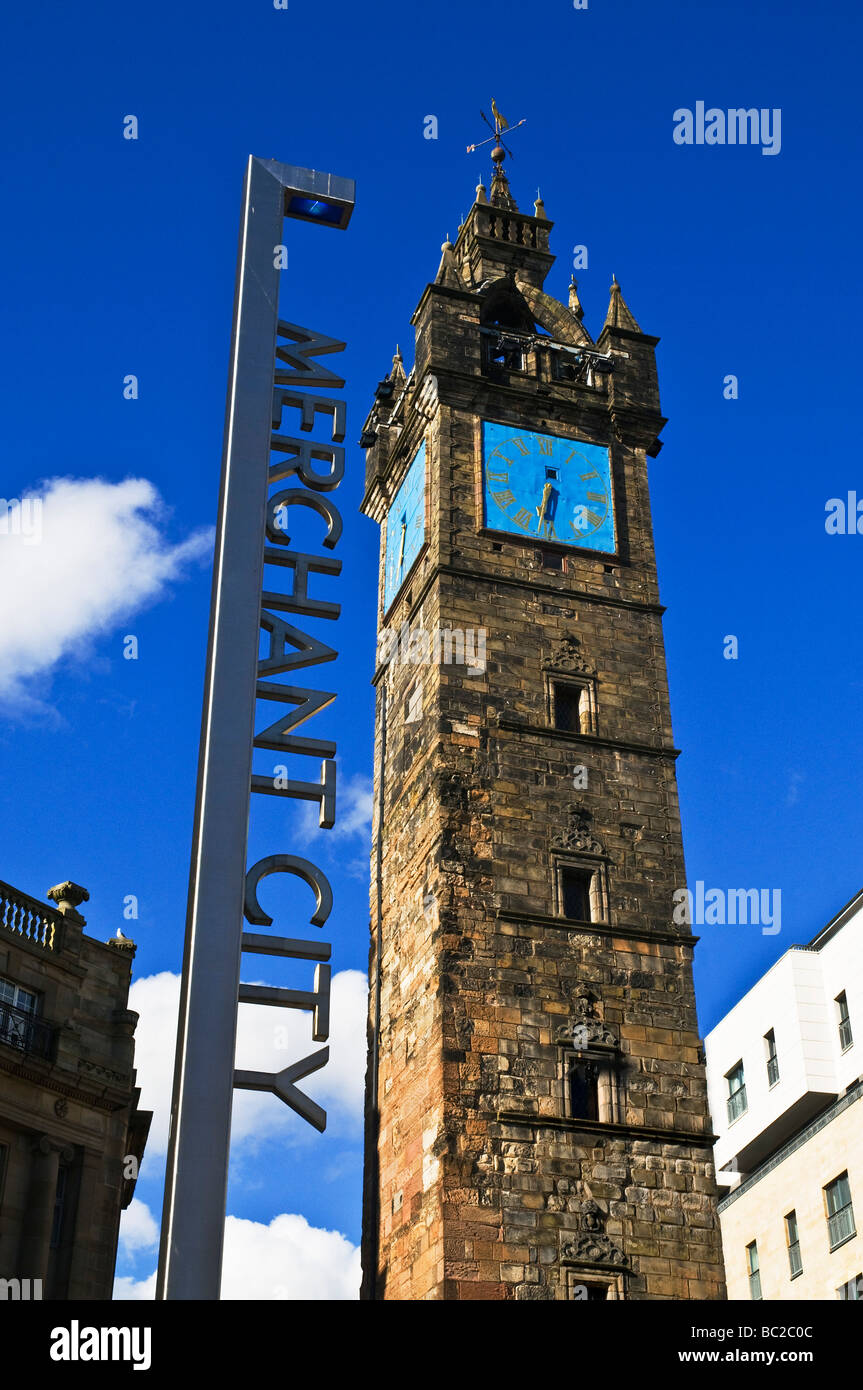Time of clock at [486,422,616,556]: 6:32
